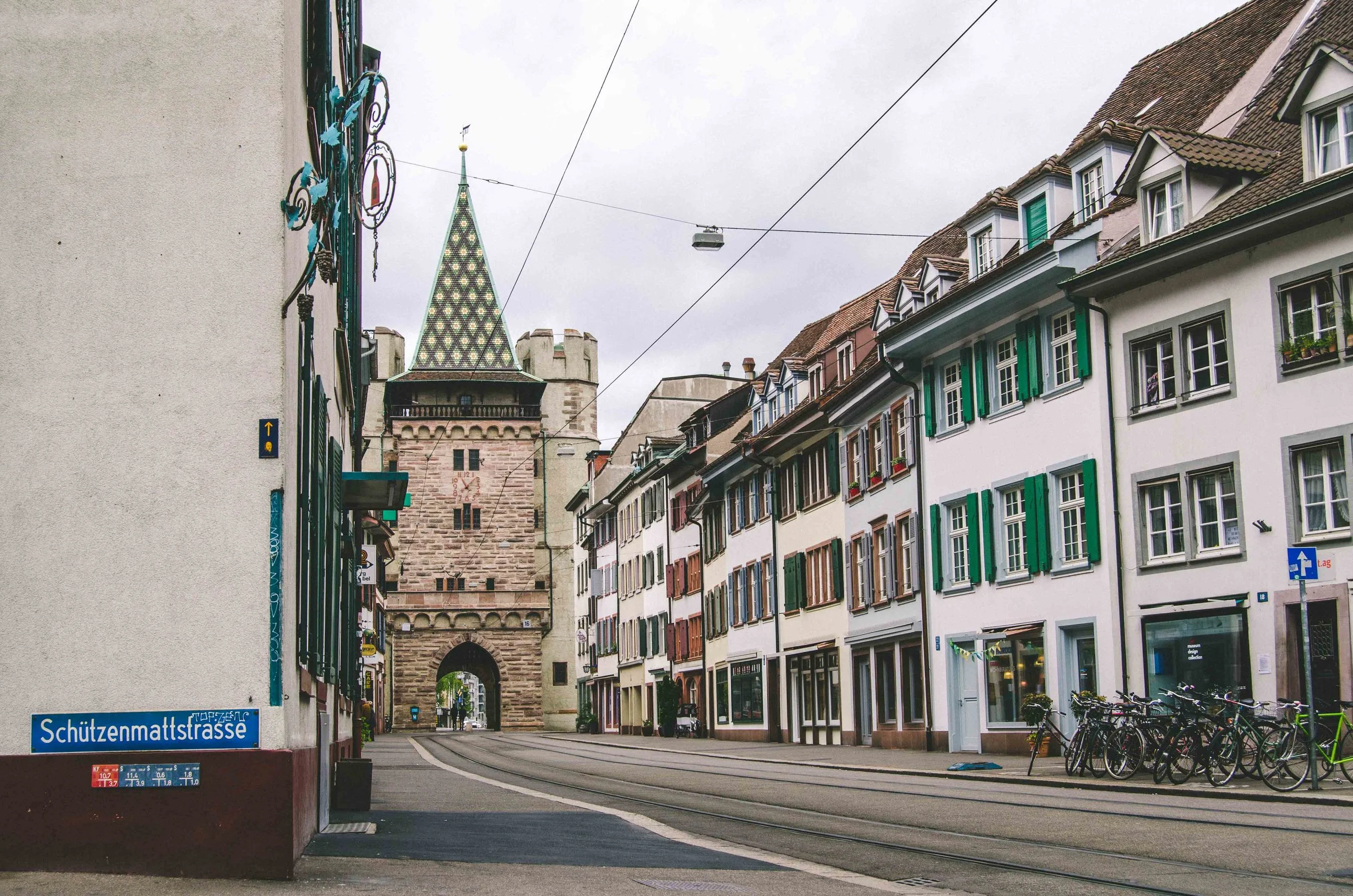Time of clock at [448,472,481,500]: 11:07
